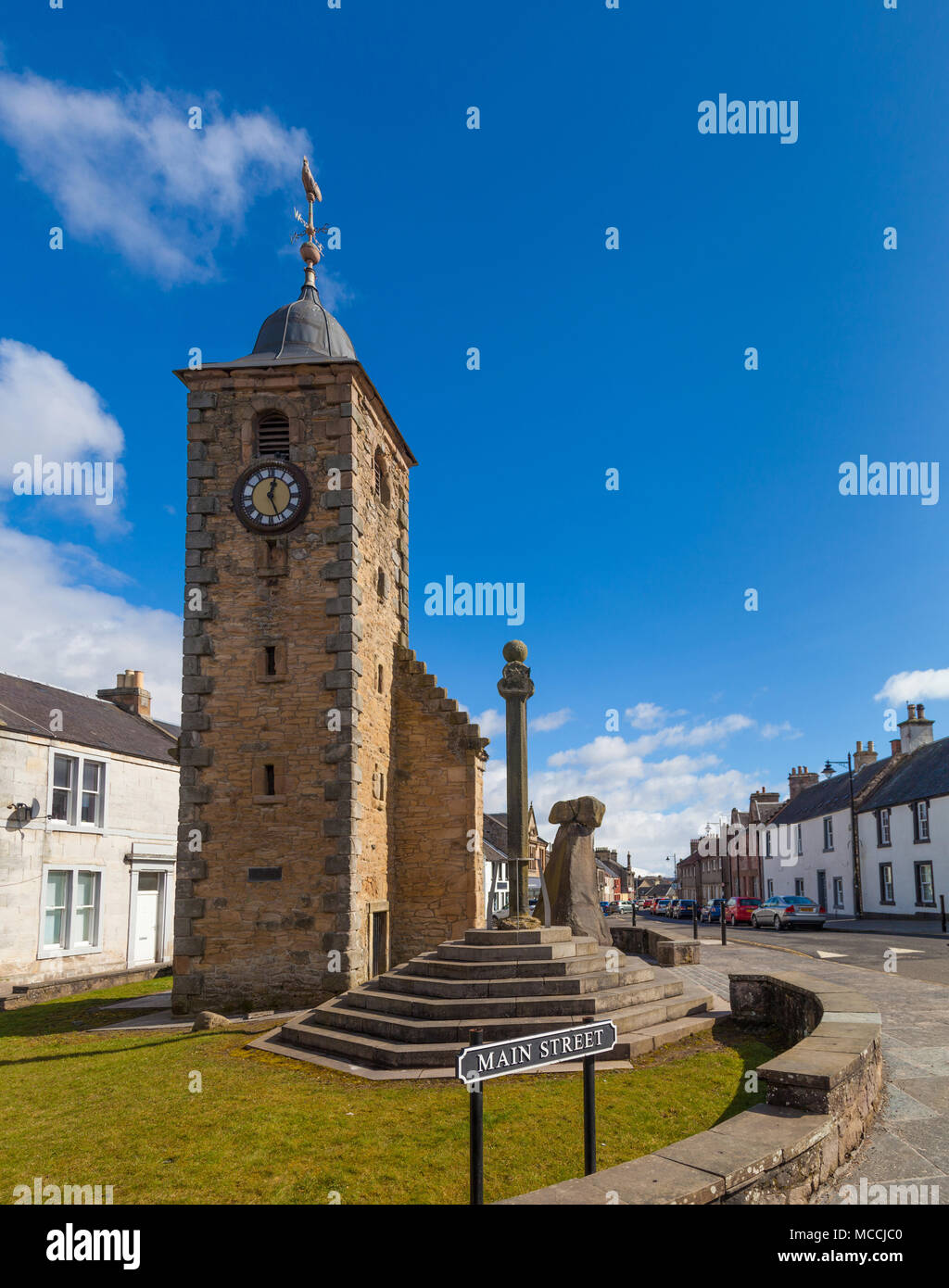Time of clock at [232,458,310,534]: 12:26
